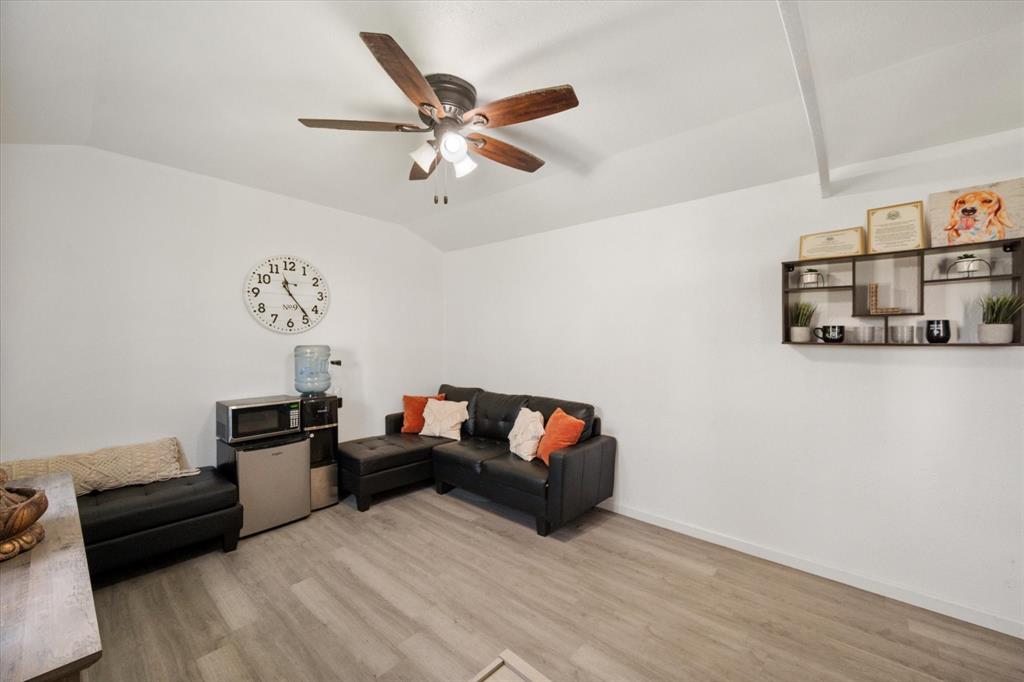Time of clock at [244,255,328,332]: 11:23
